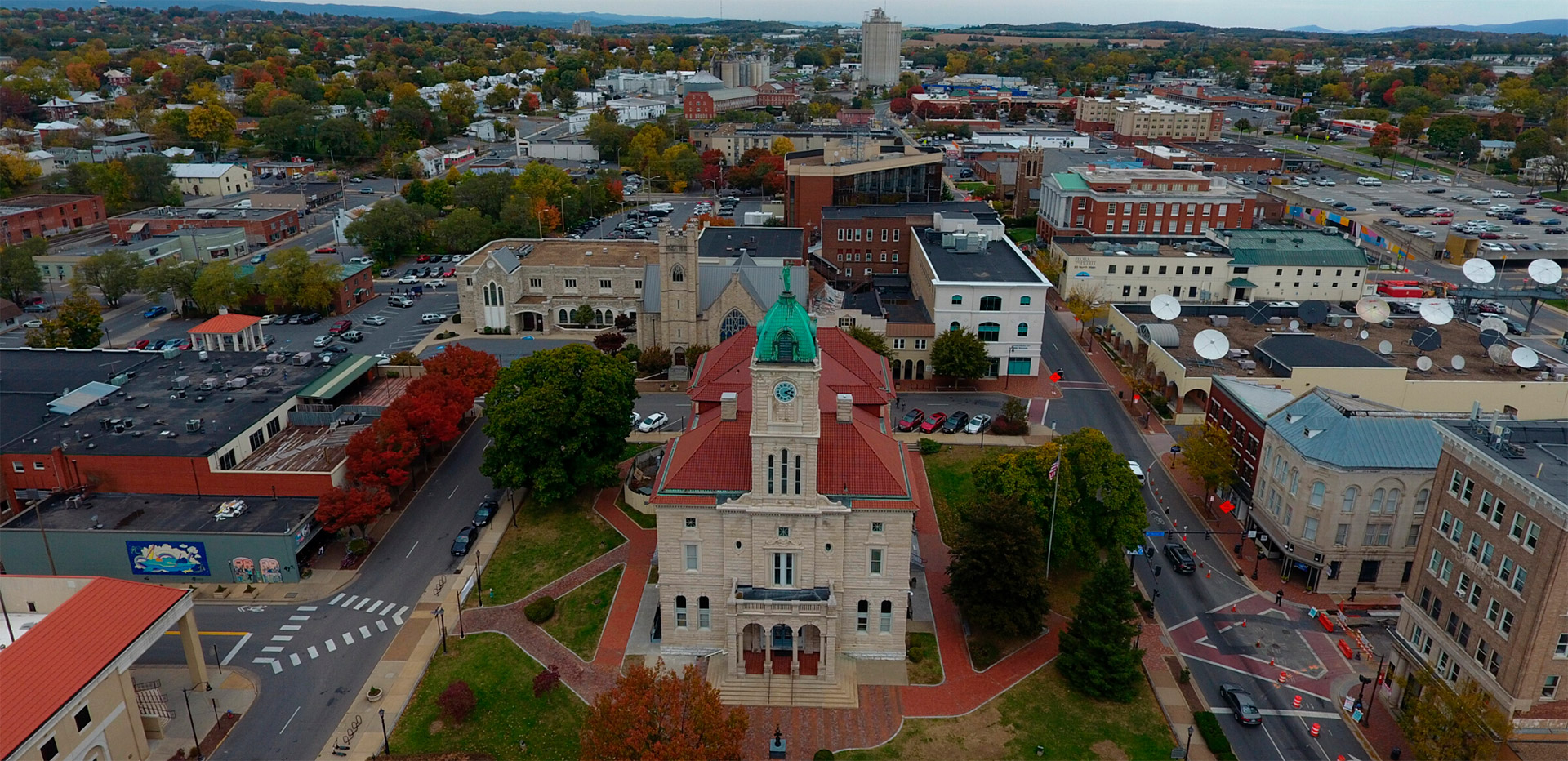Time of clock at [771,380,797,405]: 2:19
